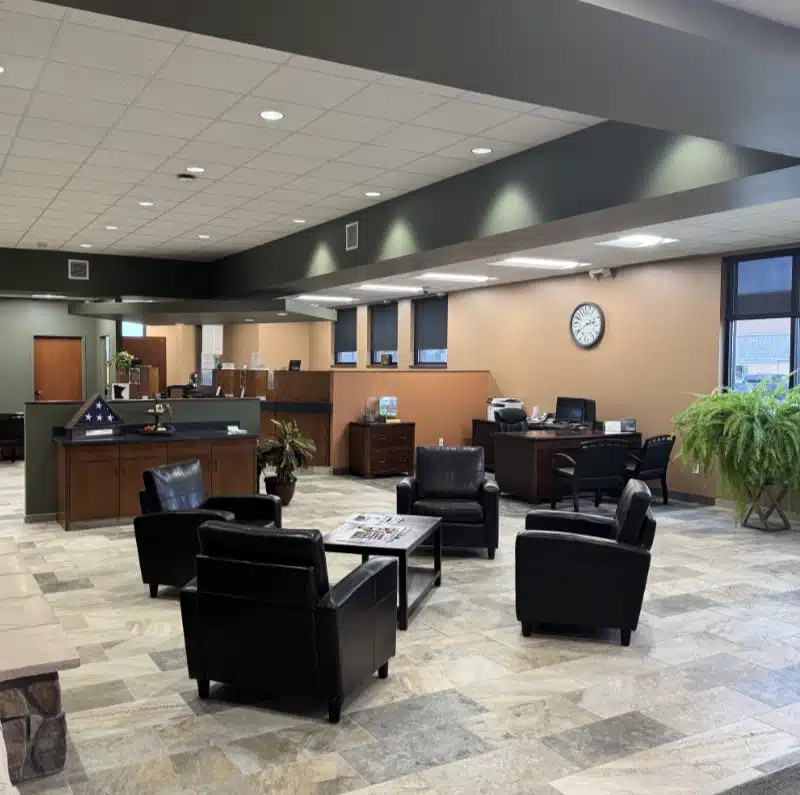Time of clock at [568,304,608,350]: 2:39
